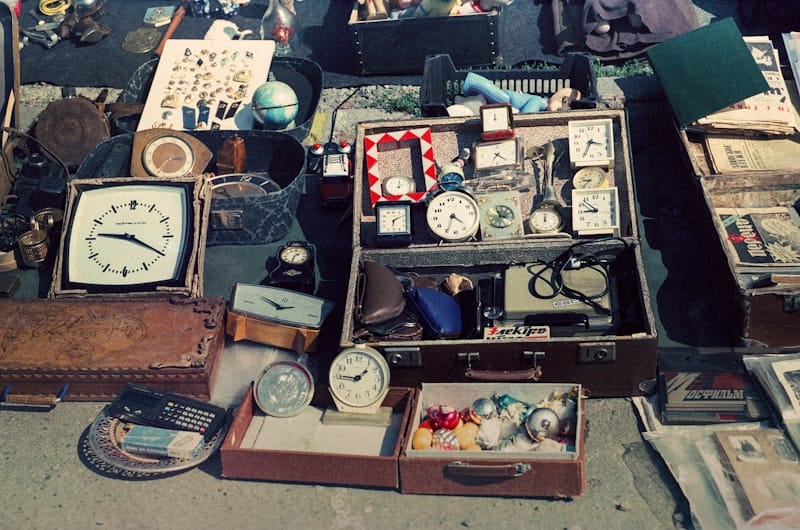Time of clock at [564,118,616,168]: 3:34
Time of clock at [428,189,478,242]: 4:34
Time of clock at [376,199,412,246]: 6:10
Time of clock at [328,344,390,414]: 1:45
